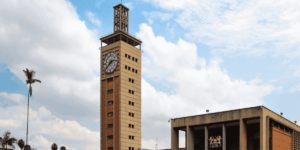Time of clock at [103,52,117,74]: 2:38
